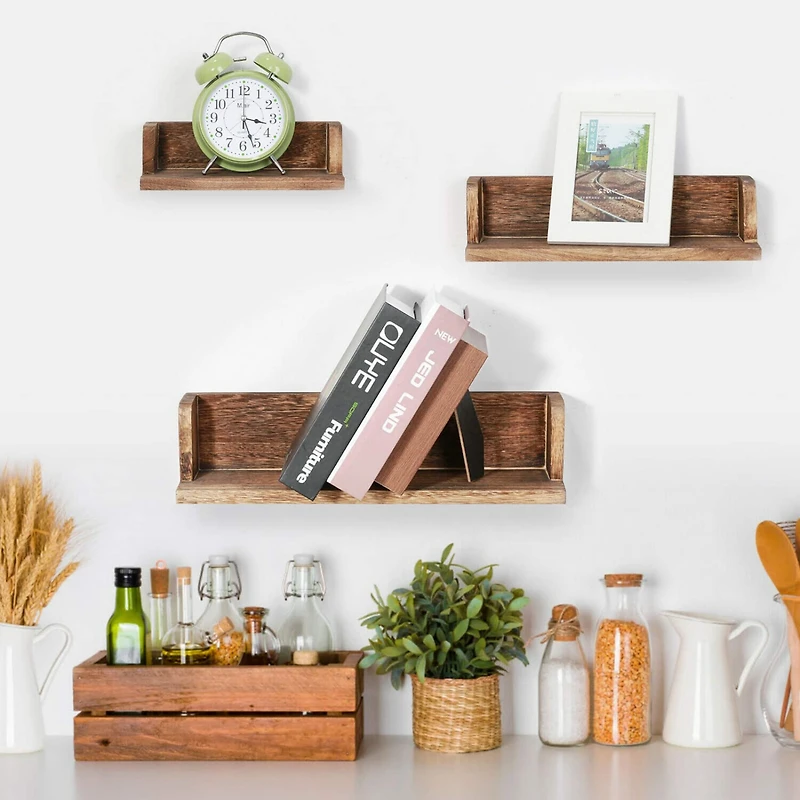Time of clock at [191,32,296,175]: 3:26
